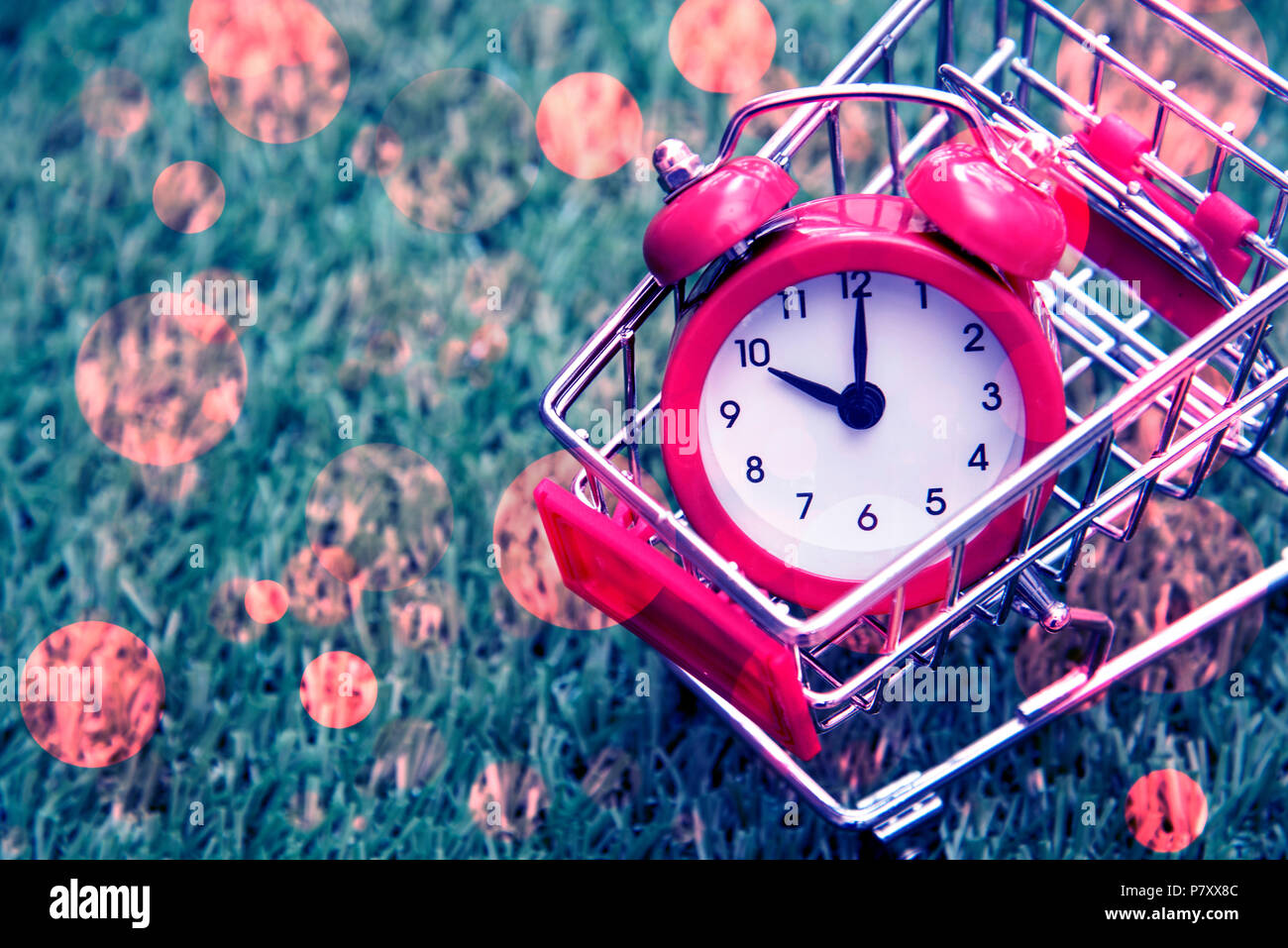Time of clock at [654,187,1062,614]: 10:00
